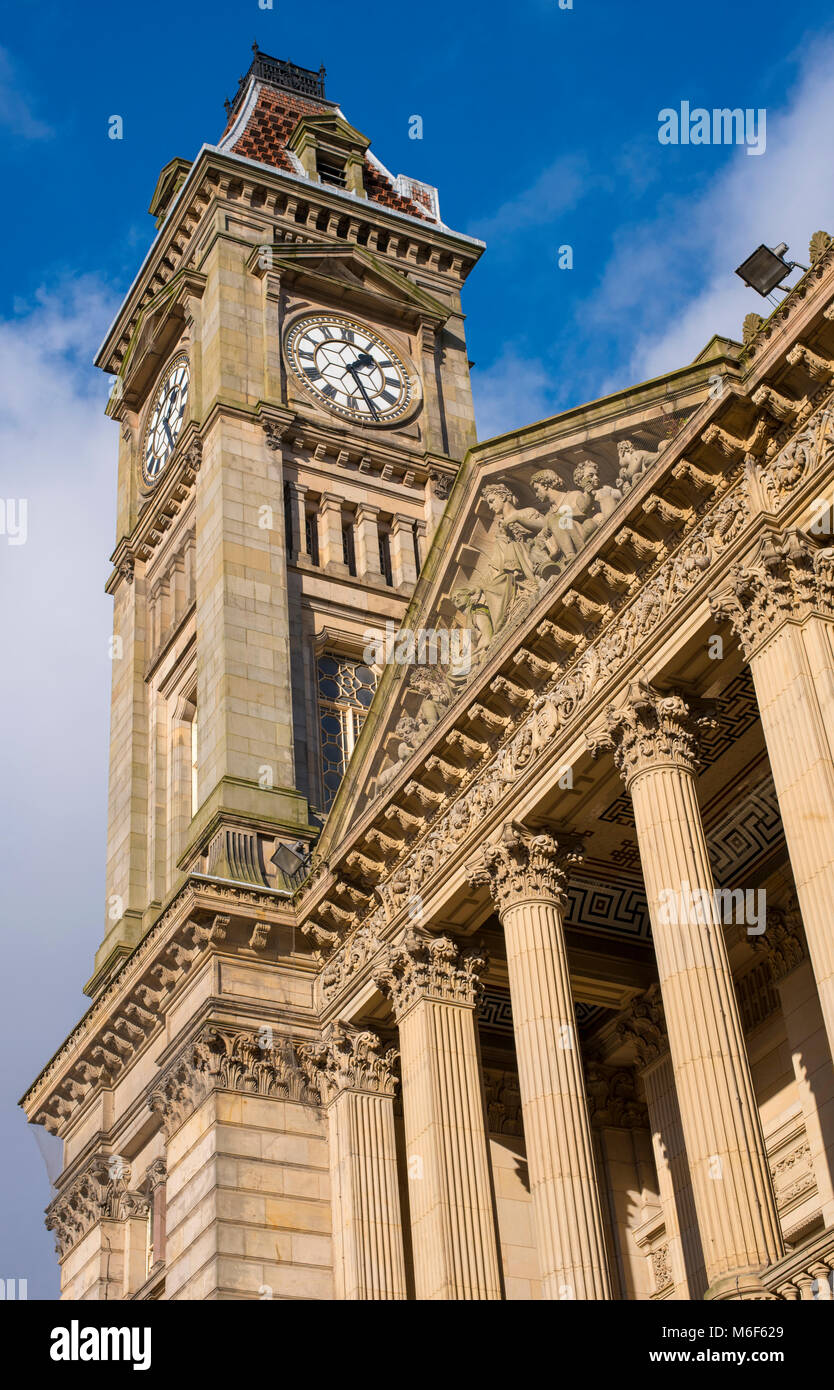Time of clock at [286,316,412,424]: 1:26
